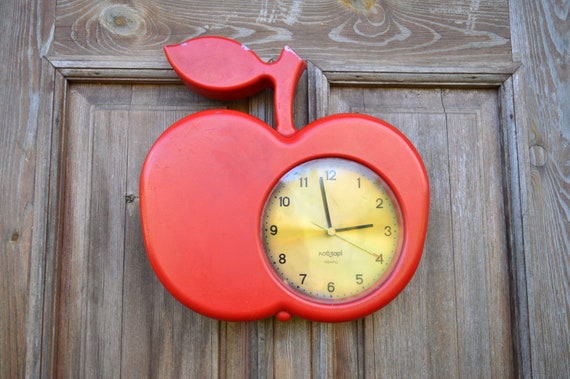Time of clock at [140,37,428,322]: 2:58
